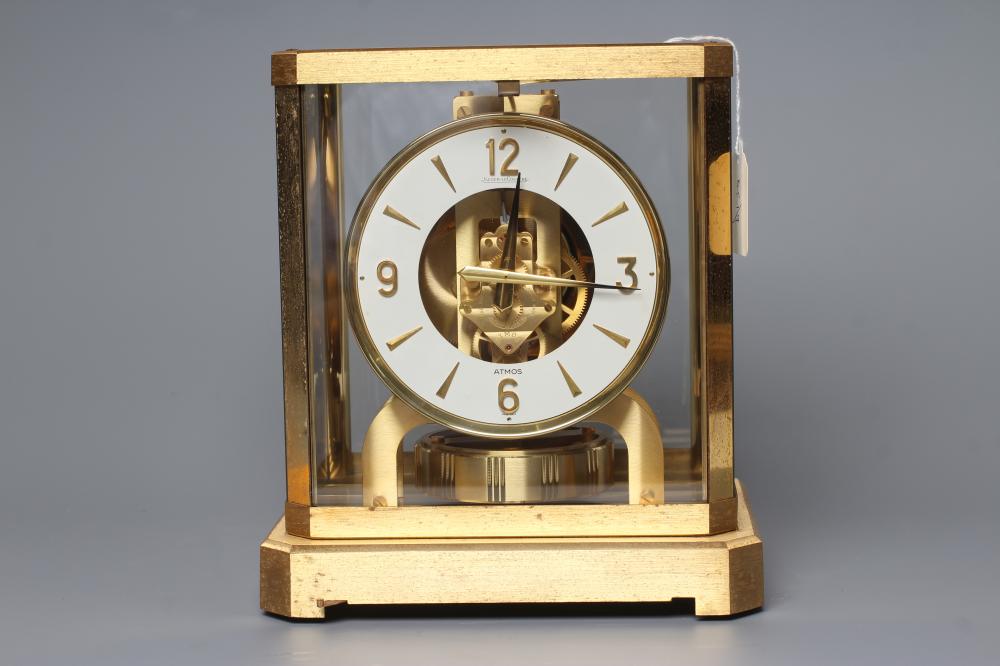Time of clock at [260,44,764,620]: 12:16
